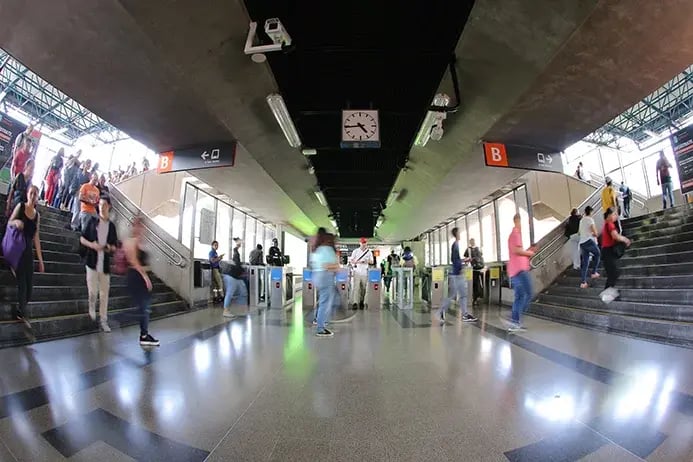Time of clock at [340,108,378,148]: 4:44
